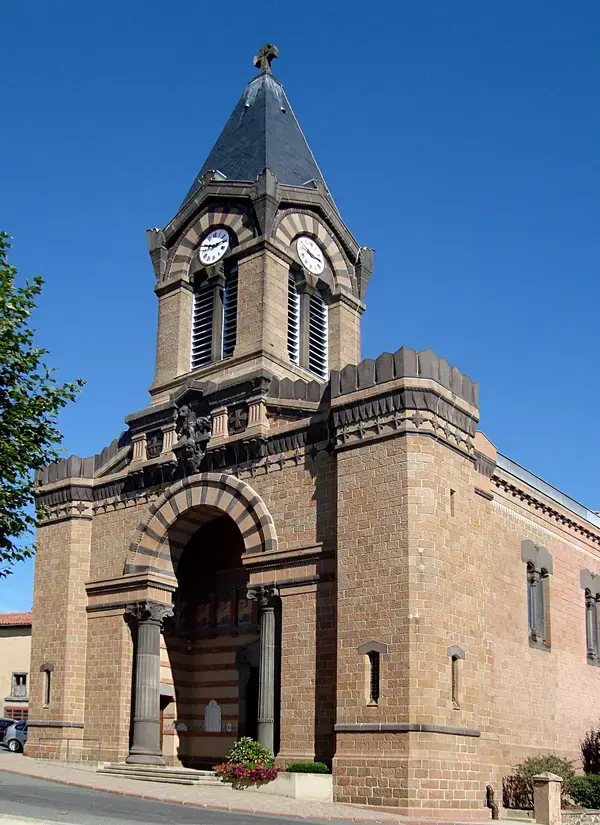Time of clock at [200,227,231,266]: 2:48
